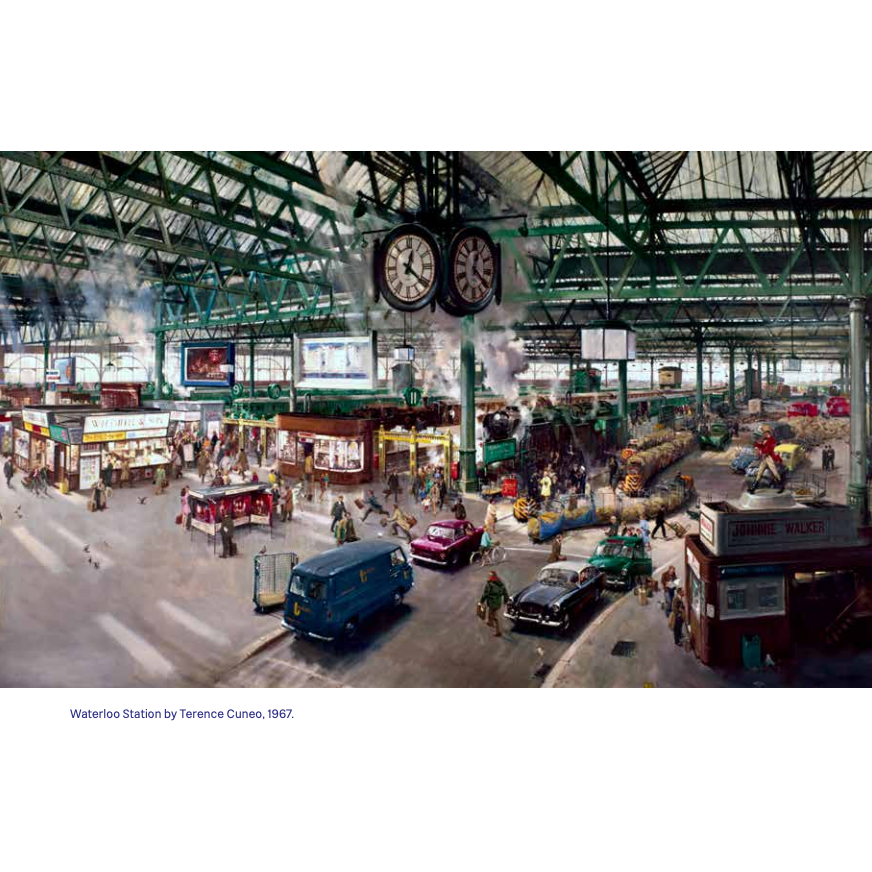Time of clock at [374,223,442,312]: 12:21
